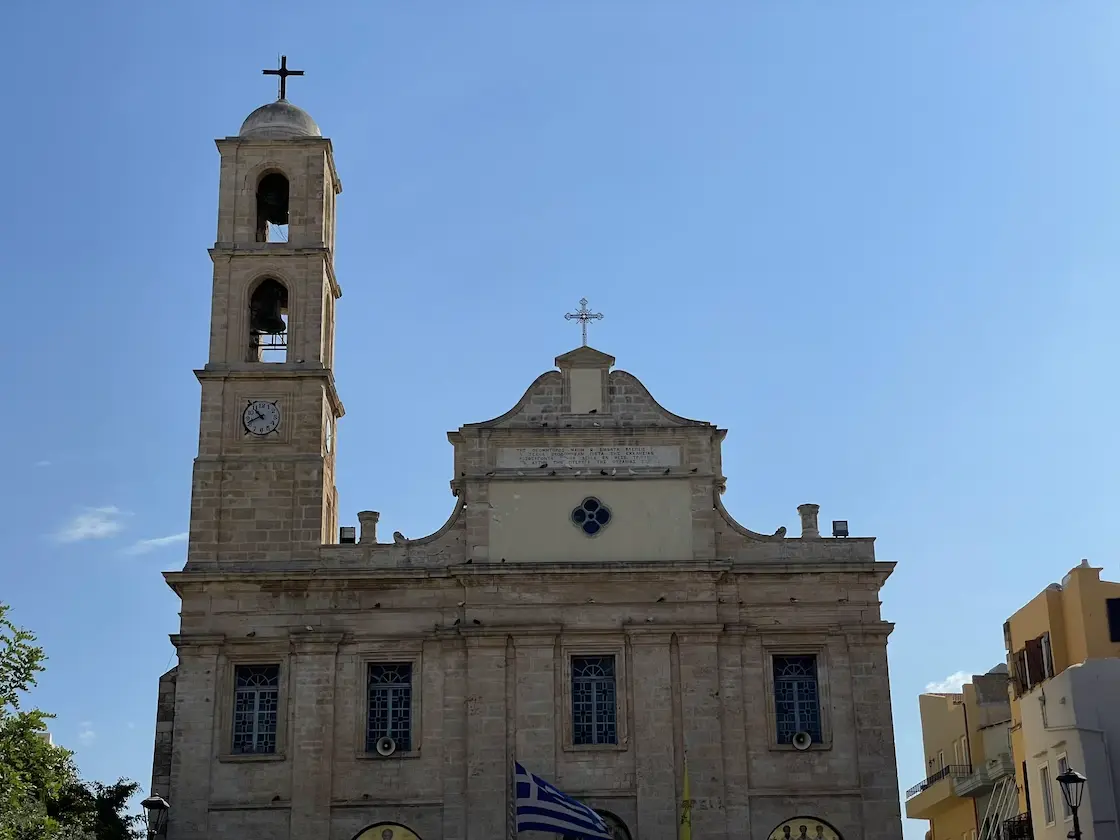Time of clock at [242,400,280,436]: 10:41
